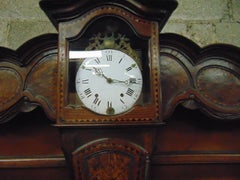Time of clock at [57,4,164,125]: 10:16
